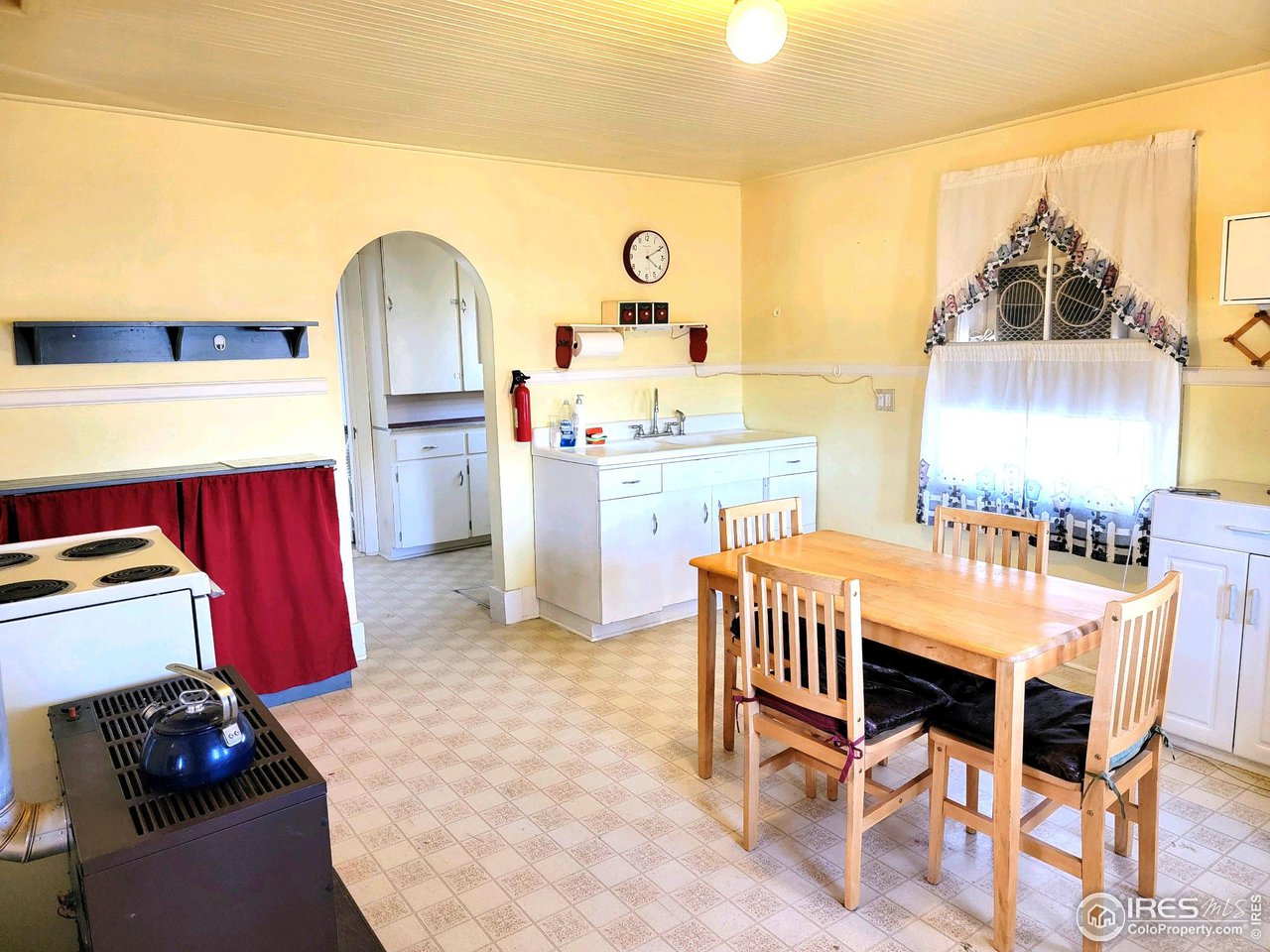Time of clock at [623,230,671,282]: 4:10
